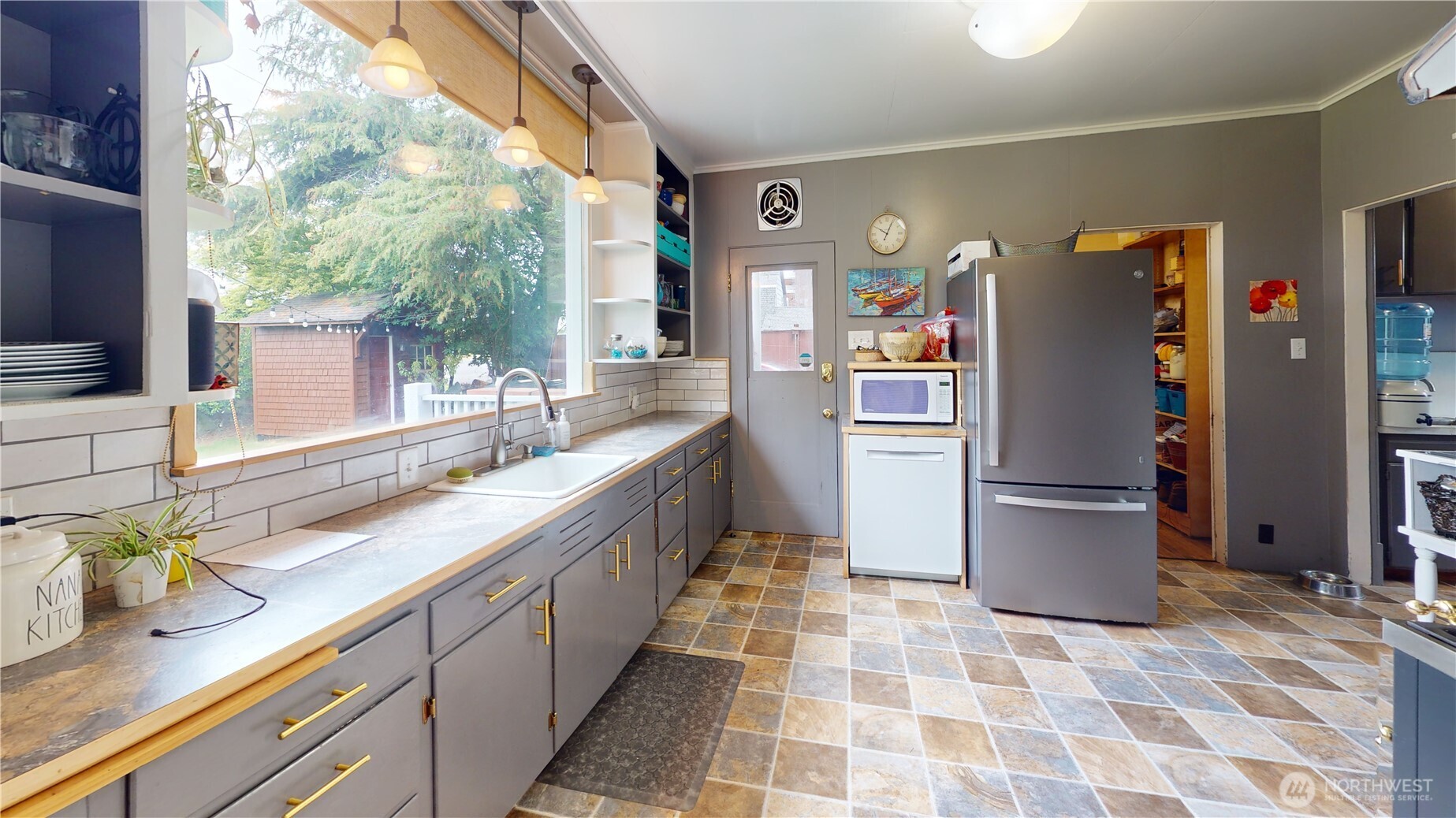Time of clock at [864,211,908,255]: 10:04
